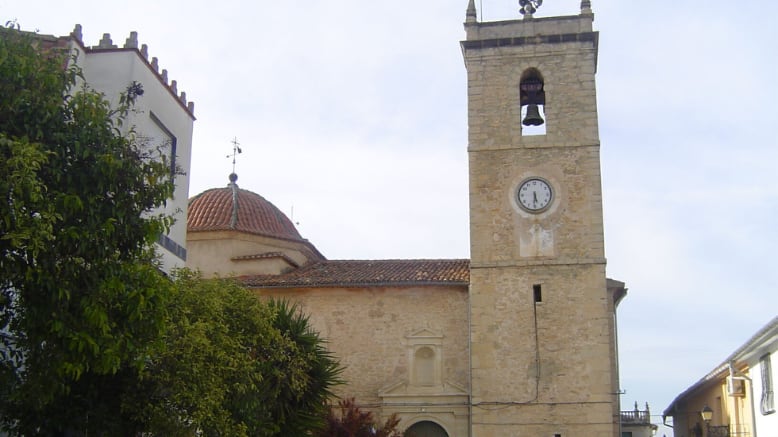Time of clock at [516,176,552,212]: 5:30
